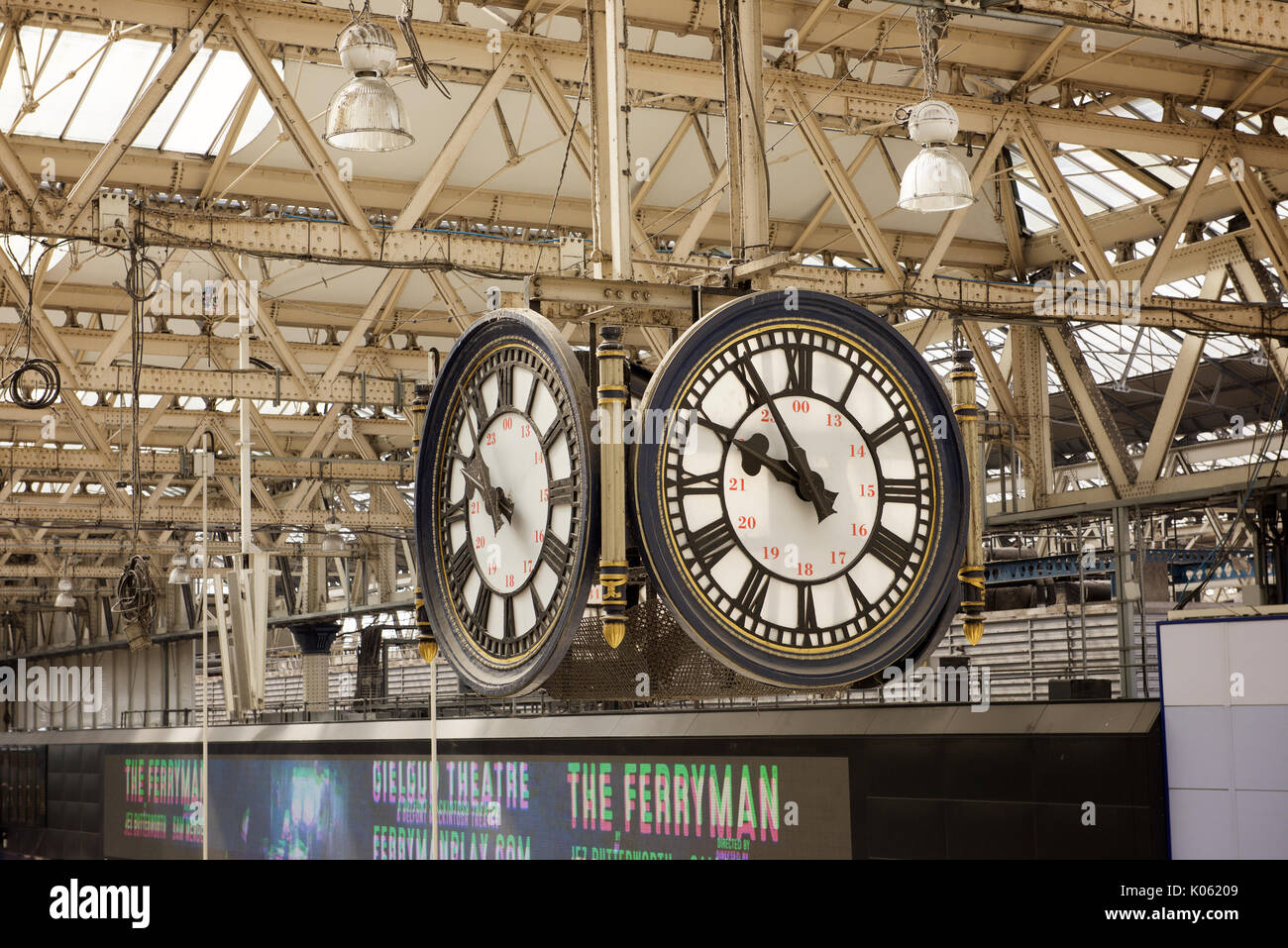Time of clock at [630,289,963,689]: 9:54
